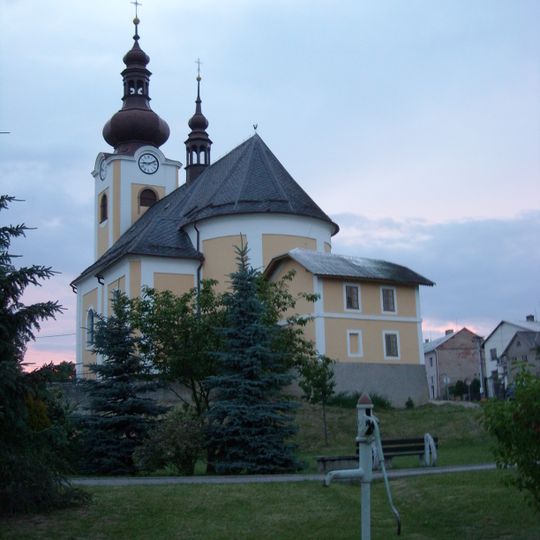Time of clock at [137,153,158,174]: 9:11
